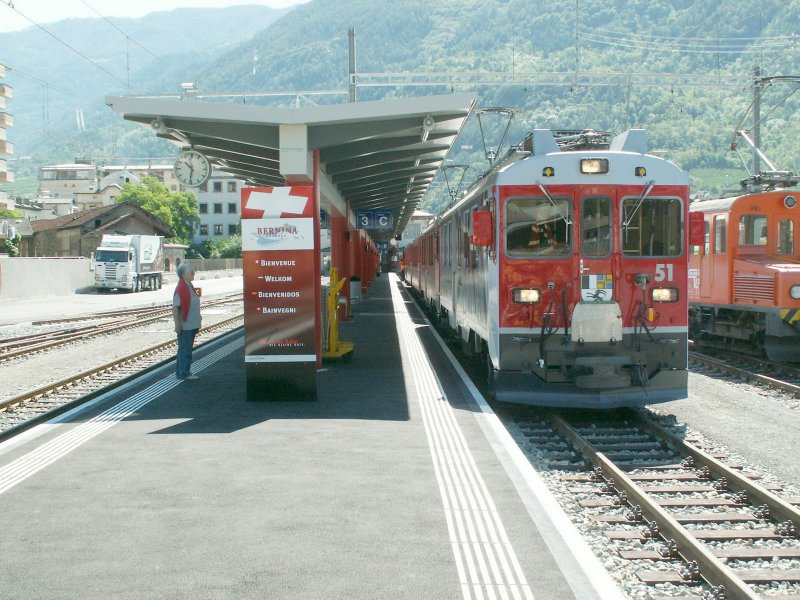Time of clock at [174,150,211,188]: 10:31
